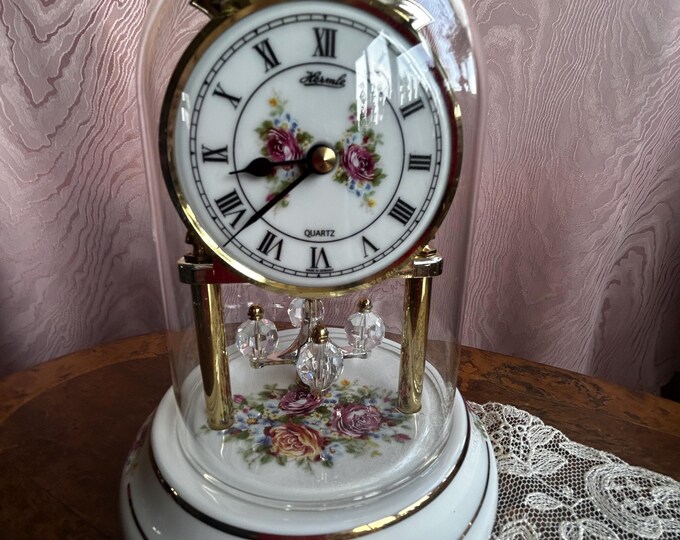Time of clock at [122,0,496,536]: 8:37
